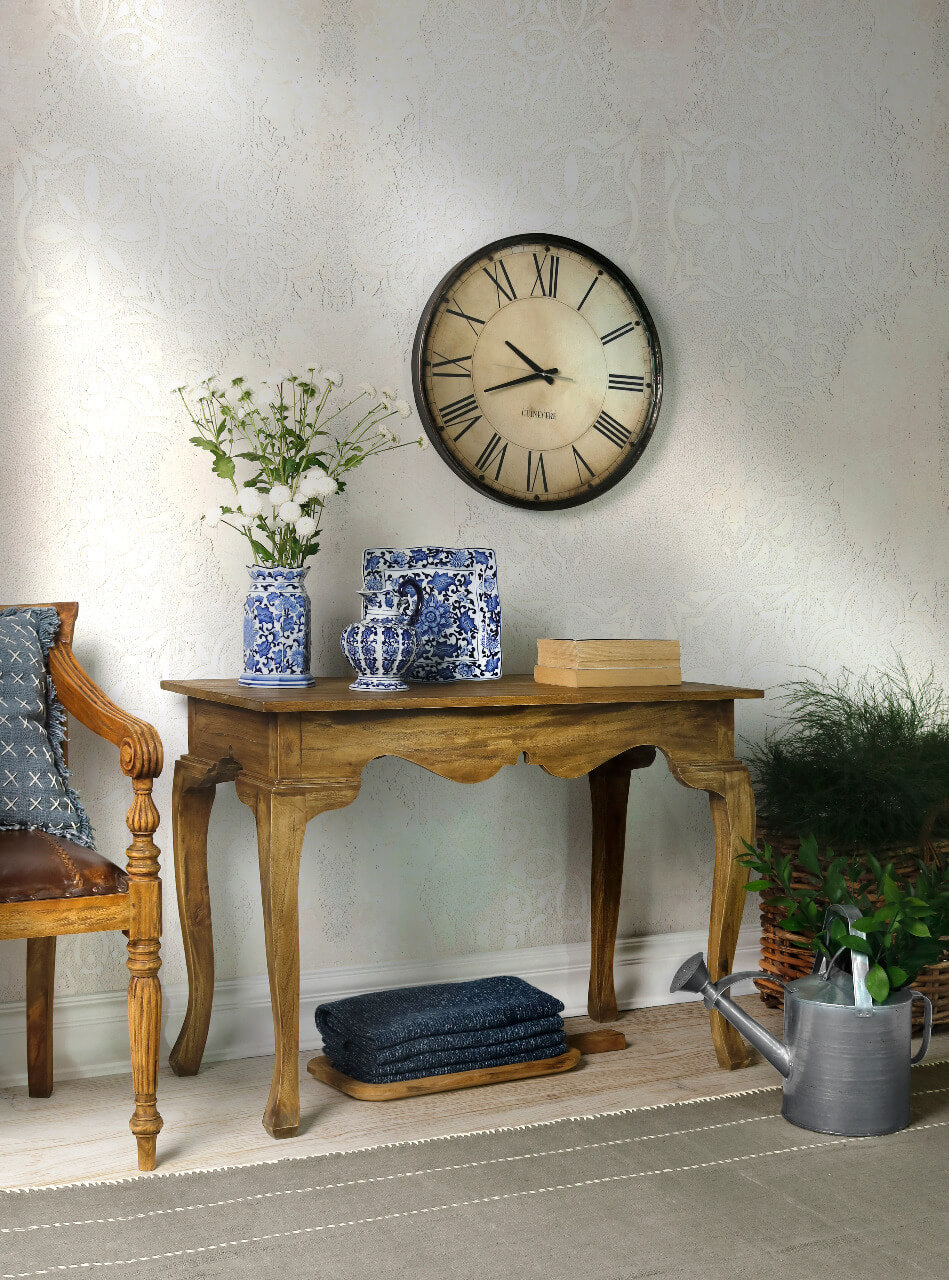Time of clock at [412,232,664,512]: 9:41
